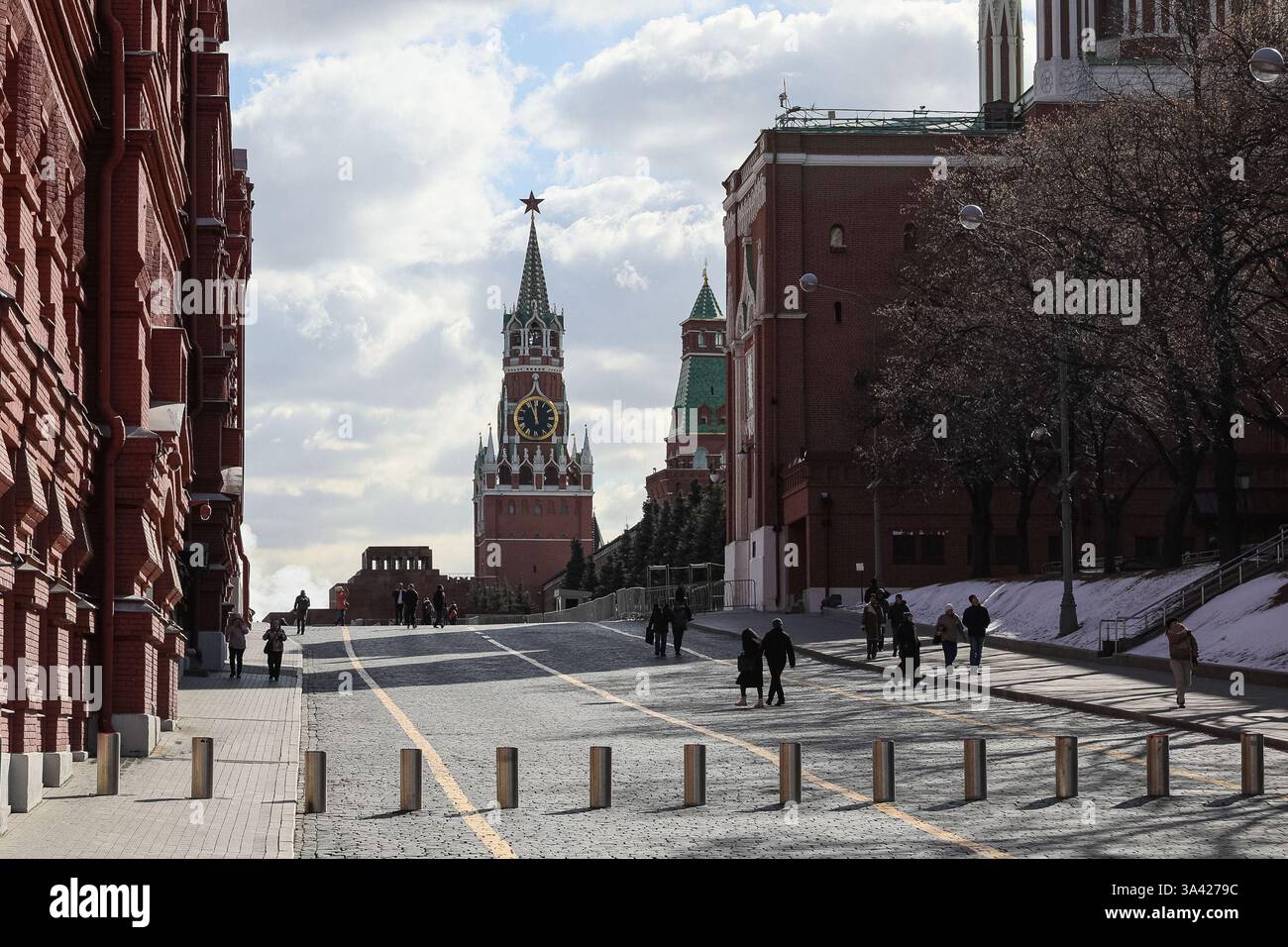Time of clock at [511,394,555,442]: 11:56
